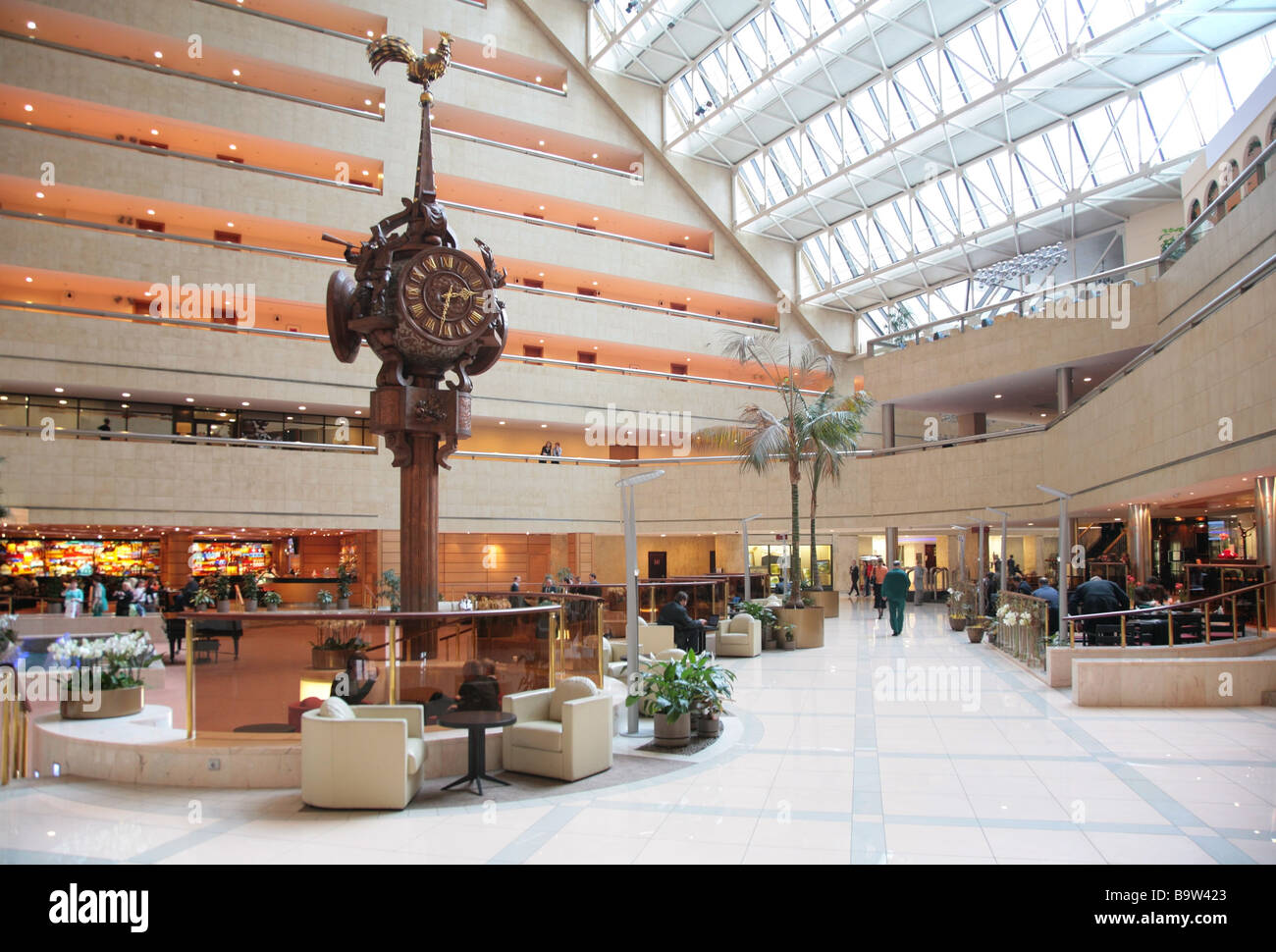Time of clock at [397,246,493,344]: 2:32
